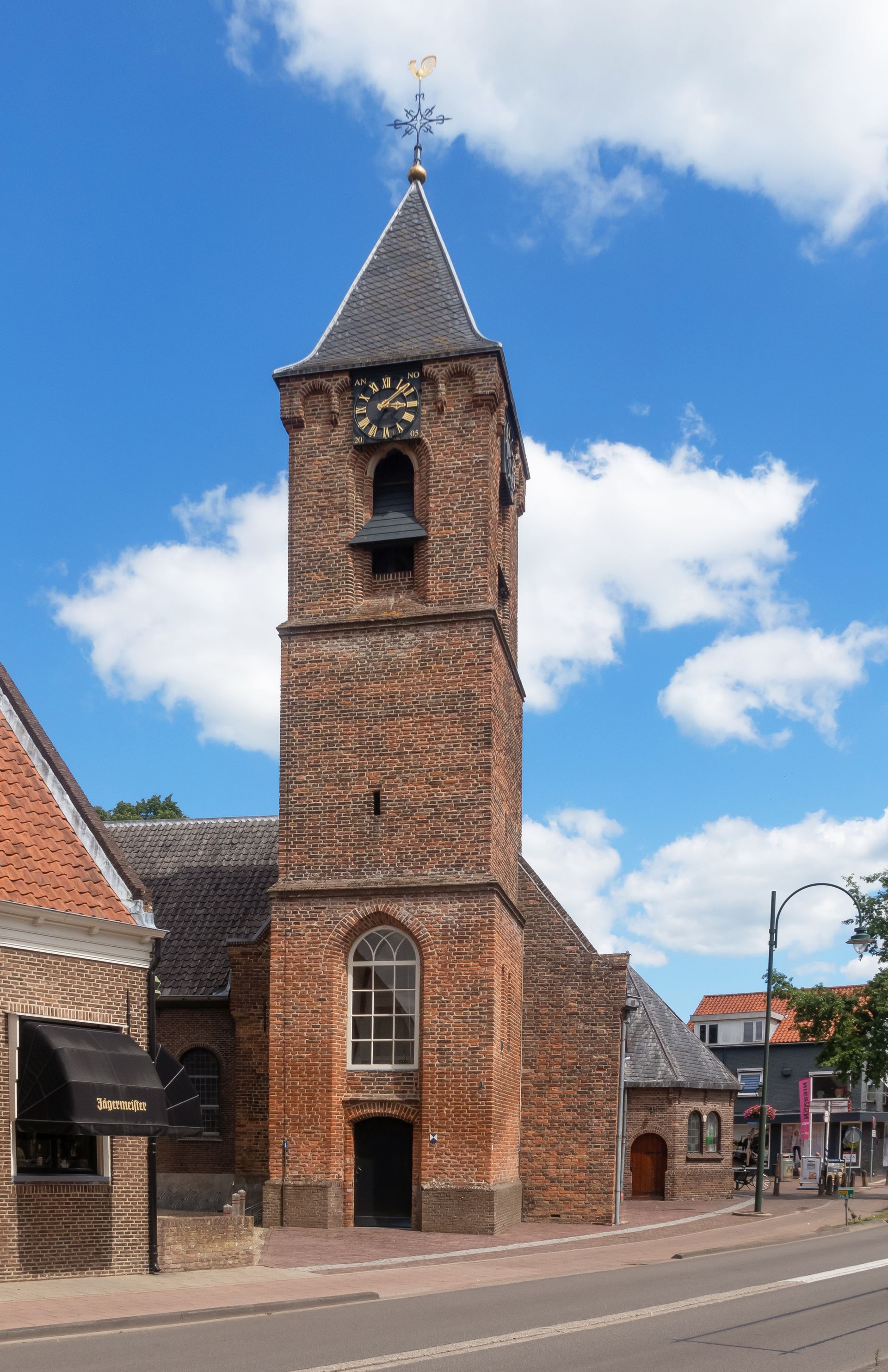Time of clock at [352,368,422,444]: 3:08
